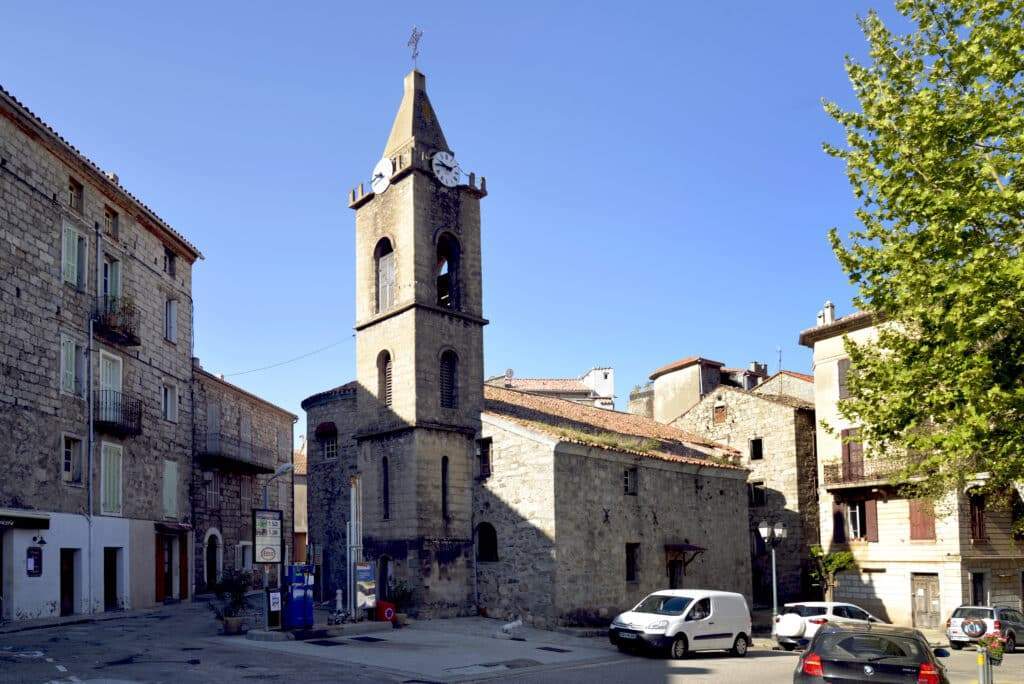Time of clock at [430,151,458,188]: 9:45
